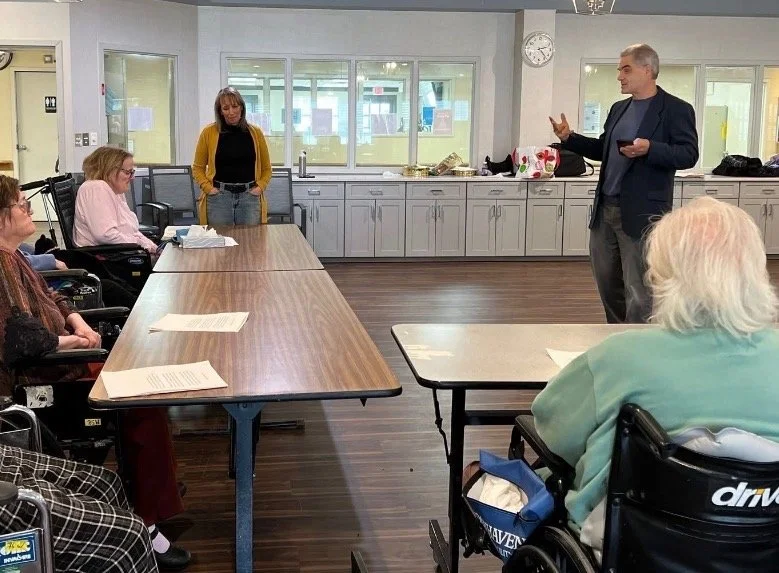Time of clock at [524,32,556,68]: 2:23
